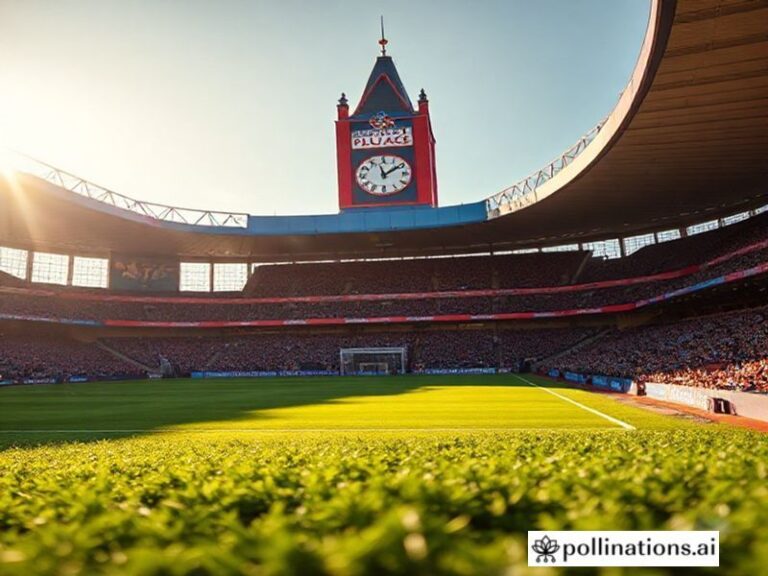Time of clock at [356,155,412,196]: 1:57
